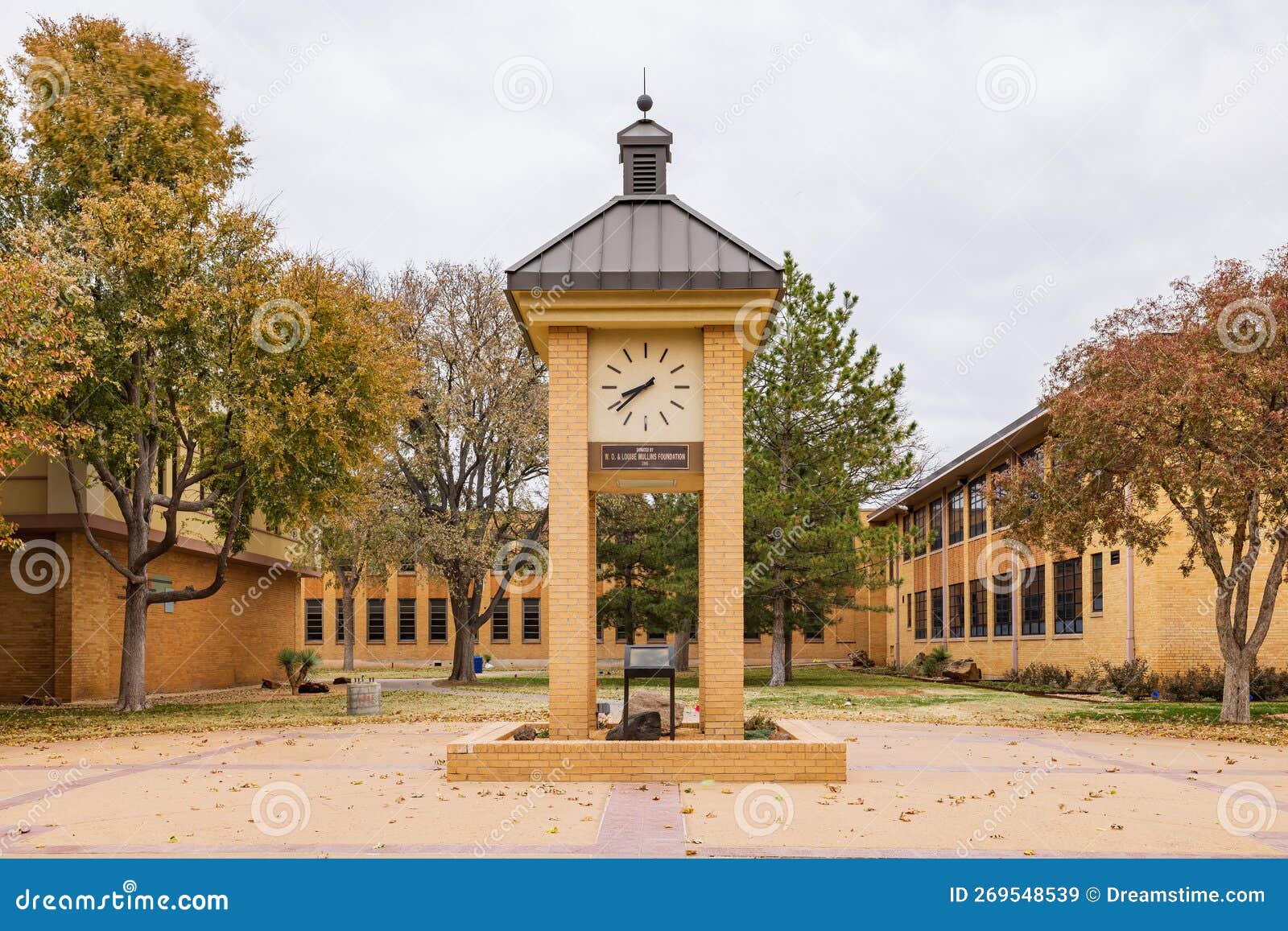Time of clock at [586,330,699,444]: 8:38
